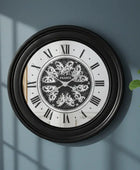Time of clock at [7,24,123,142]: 7:14
